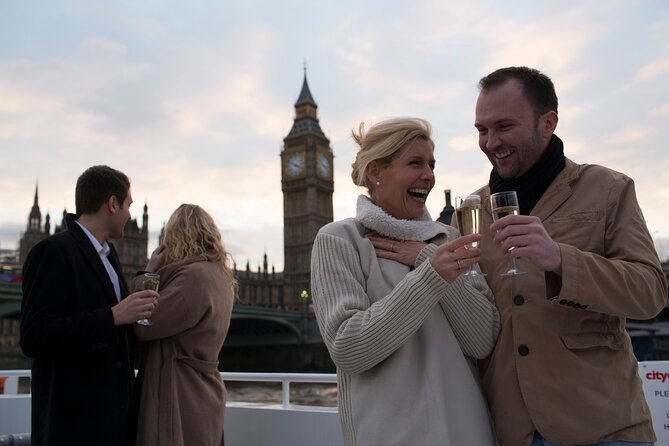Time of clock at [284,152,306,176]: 3:51
